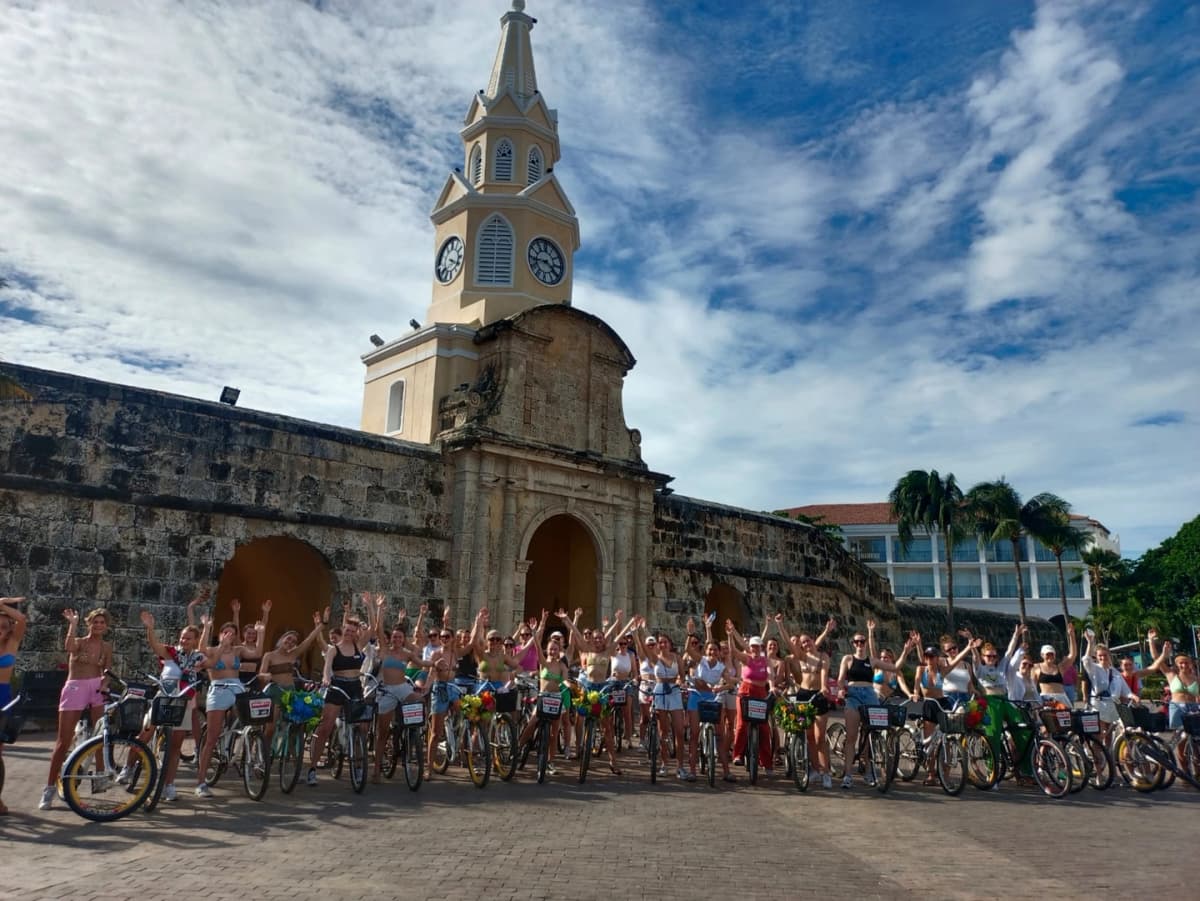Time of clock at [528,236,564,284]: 3:43
